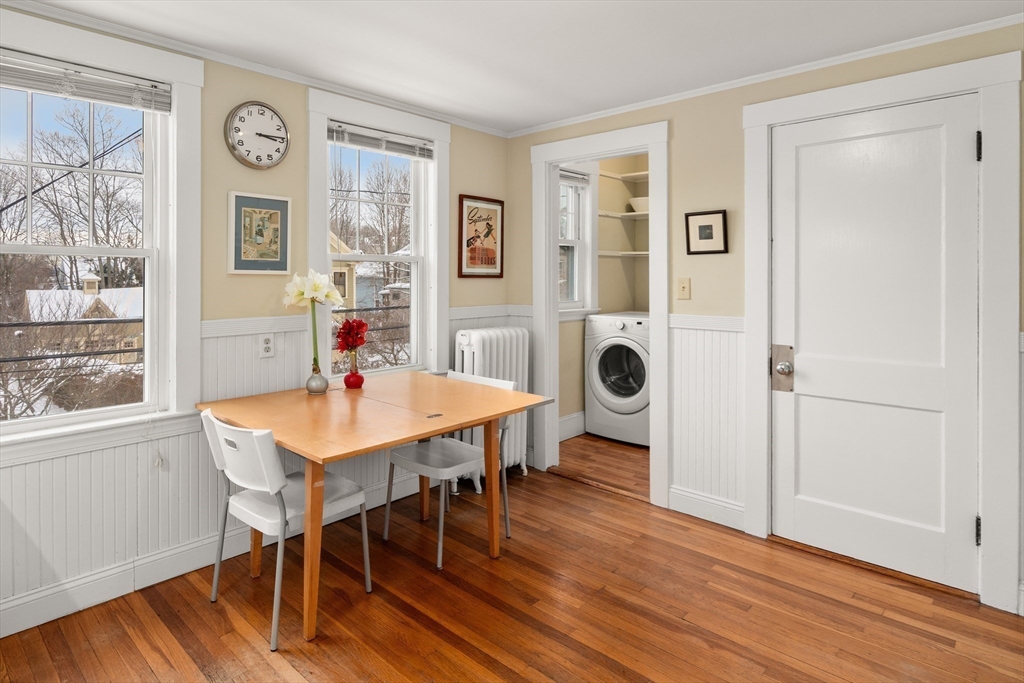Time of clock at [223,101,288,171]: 3:14
